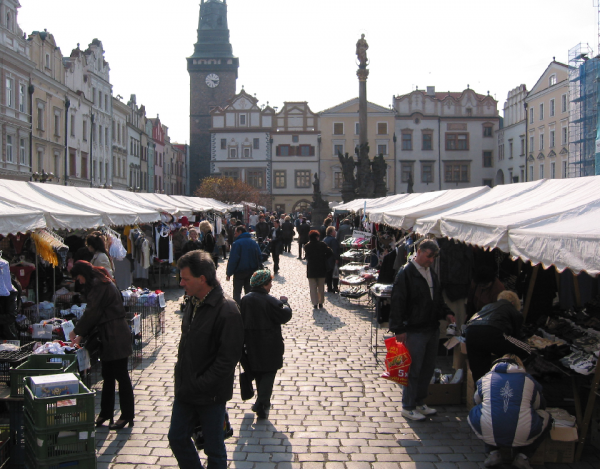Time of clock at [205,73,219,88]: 4:16
